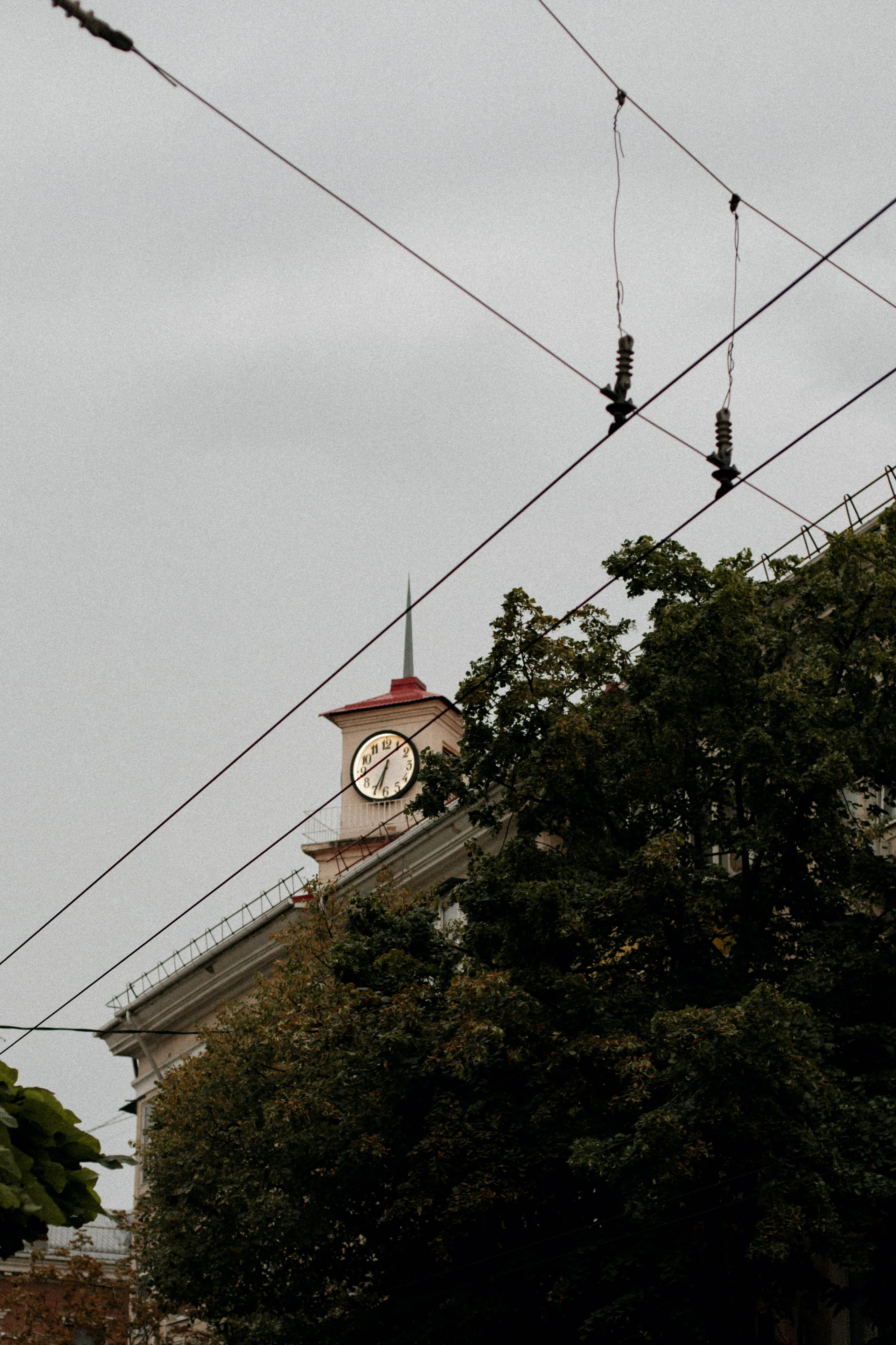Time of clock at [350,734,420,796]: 6:34
